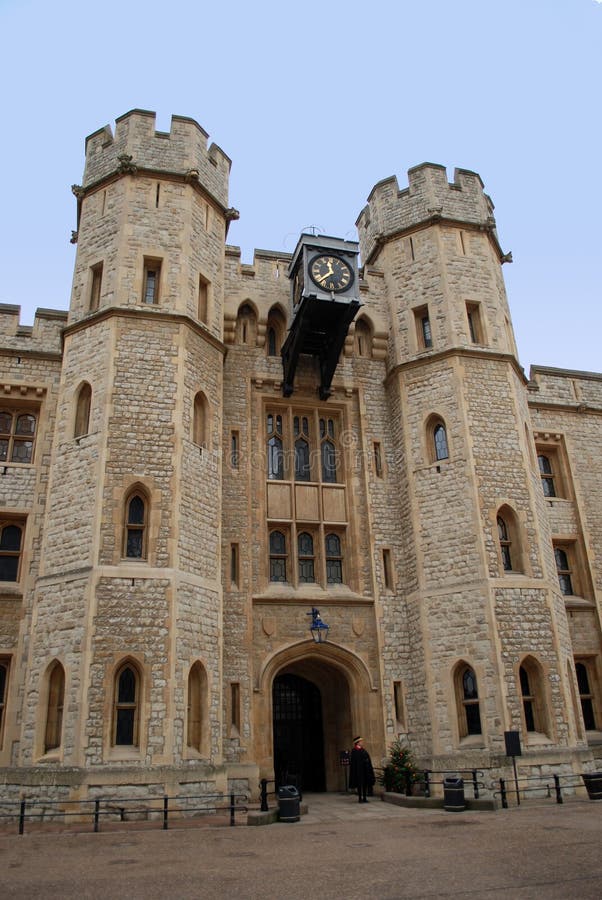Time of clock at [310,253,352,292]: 11:37
